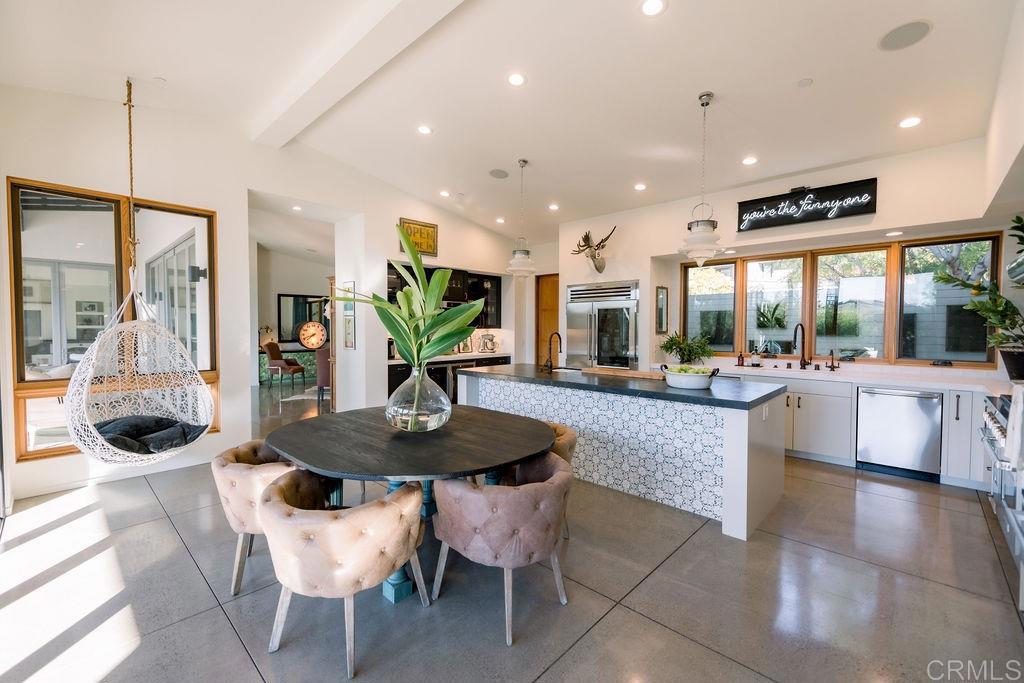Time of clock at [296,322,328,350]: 7:41
